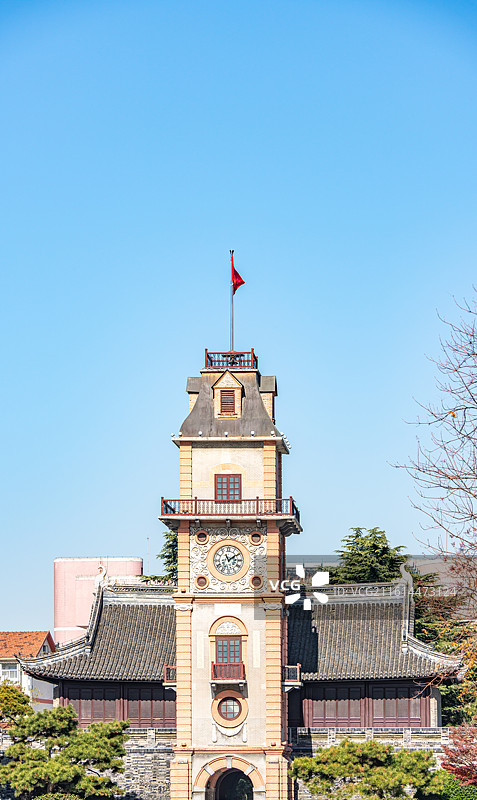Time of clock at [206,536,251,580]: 11:09
